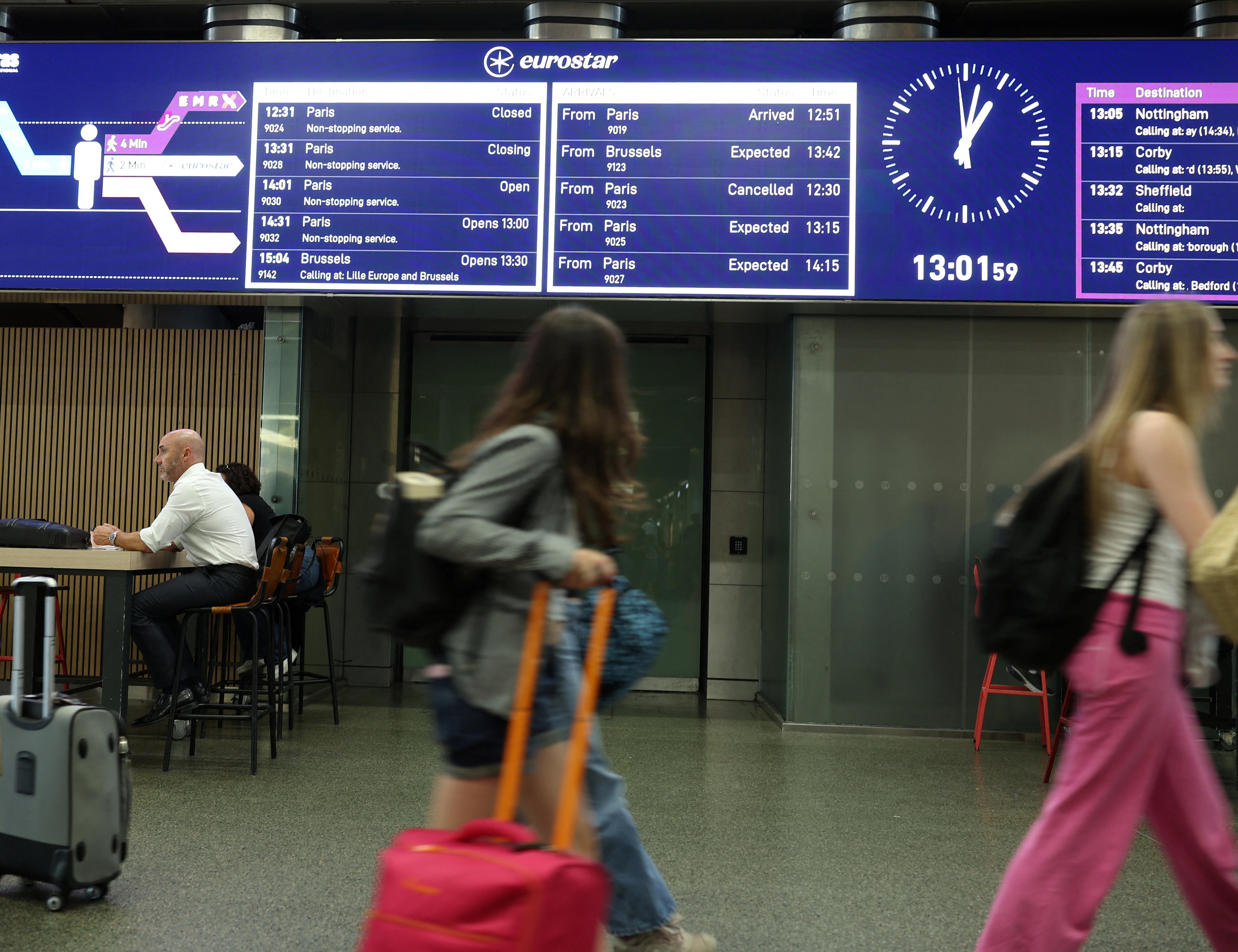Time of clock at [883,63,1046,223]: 1:01
